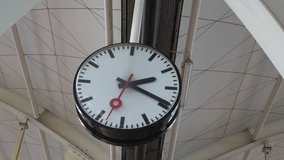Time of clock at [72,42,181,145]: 2:18
